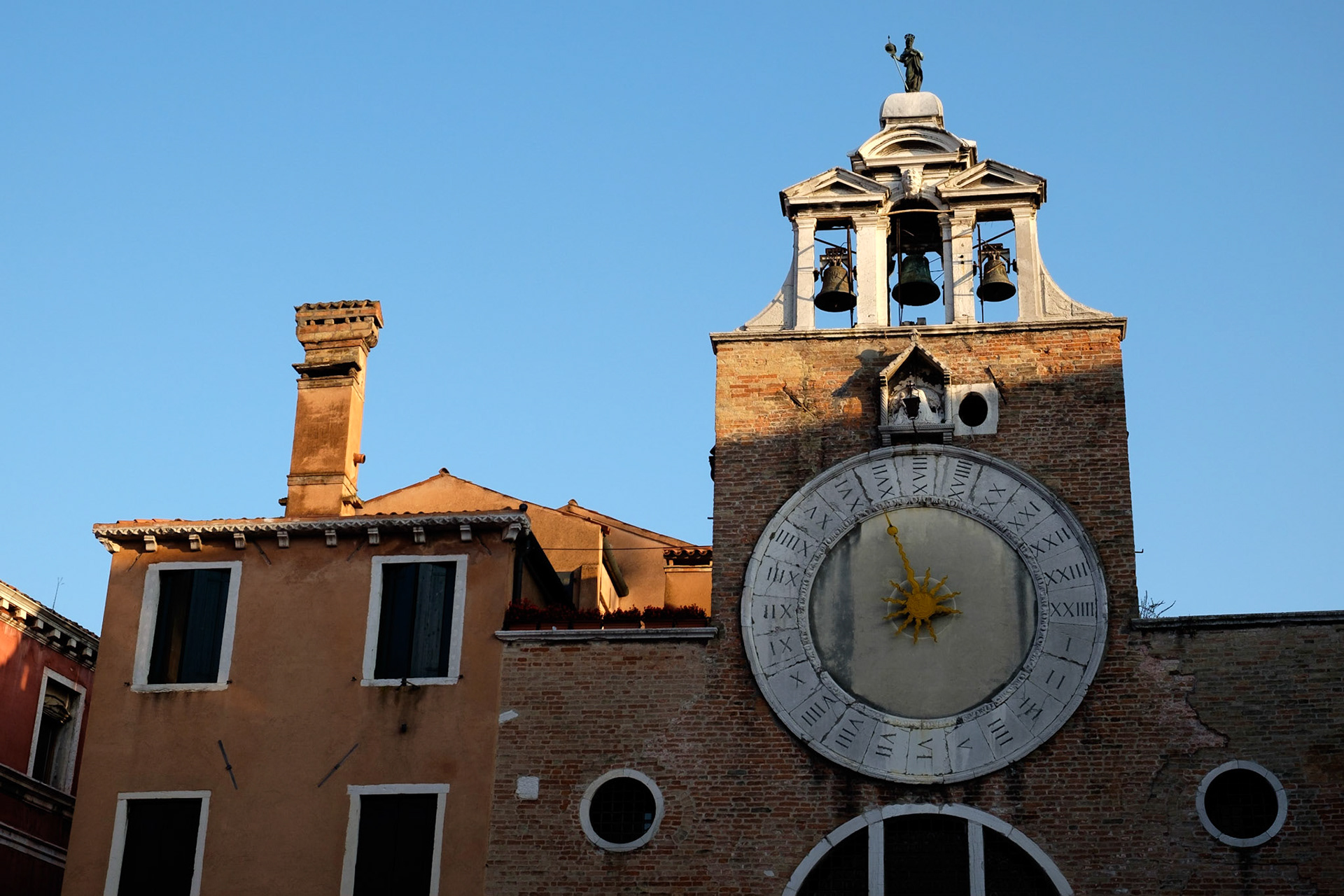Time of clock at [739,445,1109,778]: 7:55
